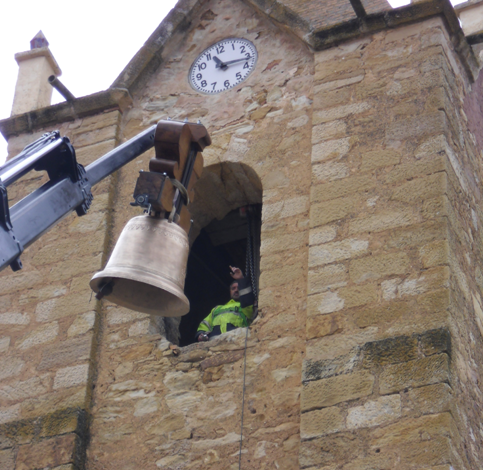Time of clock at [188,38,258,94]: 11:16
